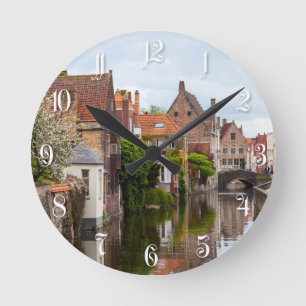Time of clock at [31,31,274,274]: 10:09
